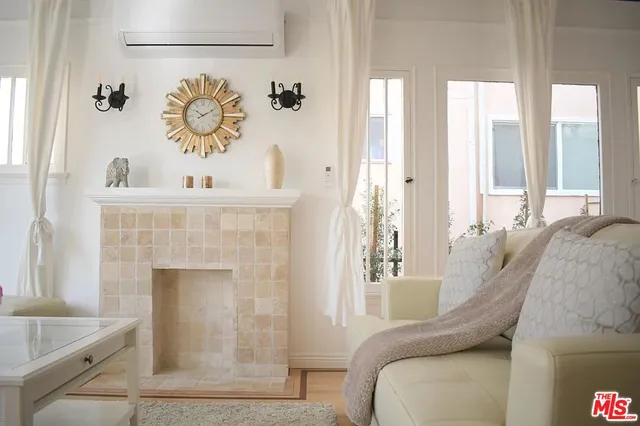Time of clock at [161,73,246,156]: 10:10
